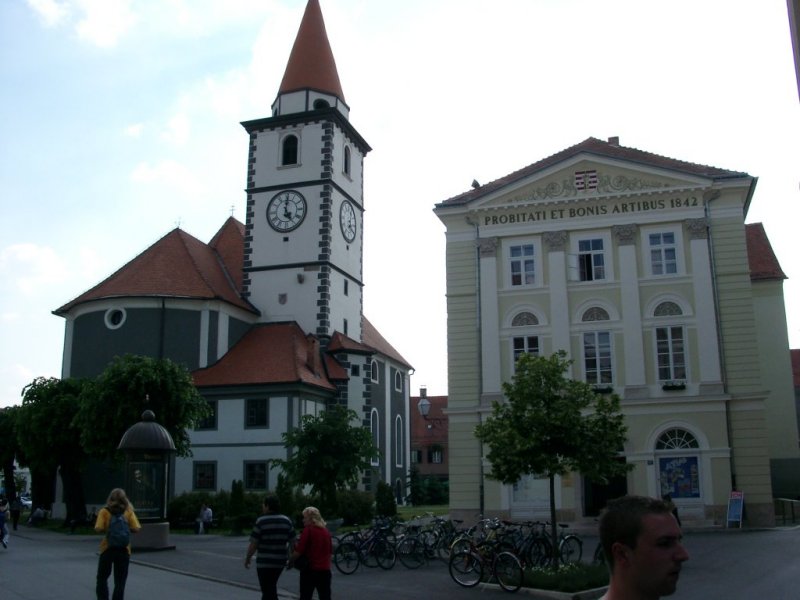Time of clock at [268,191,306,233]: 5:00
